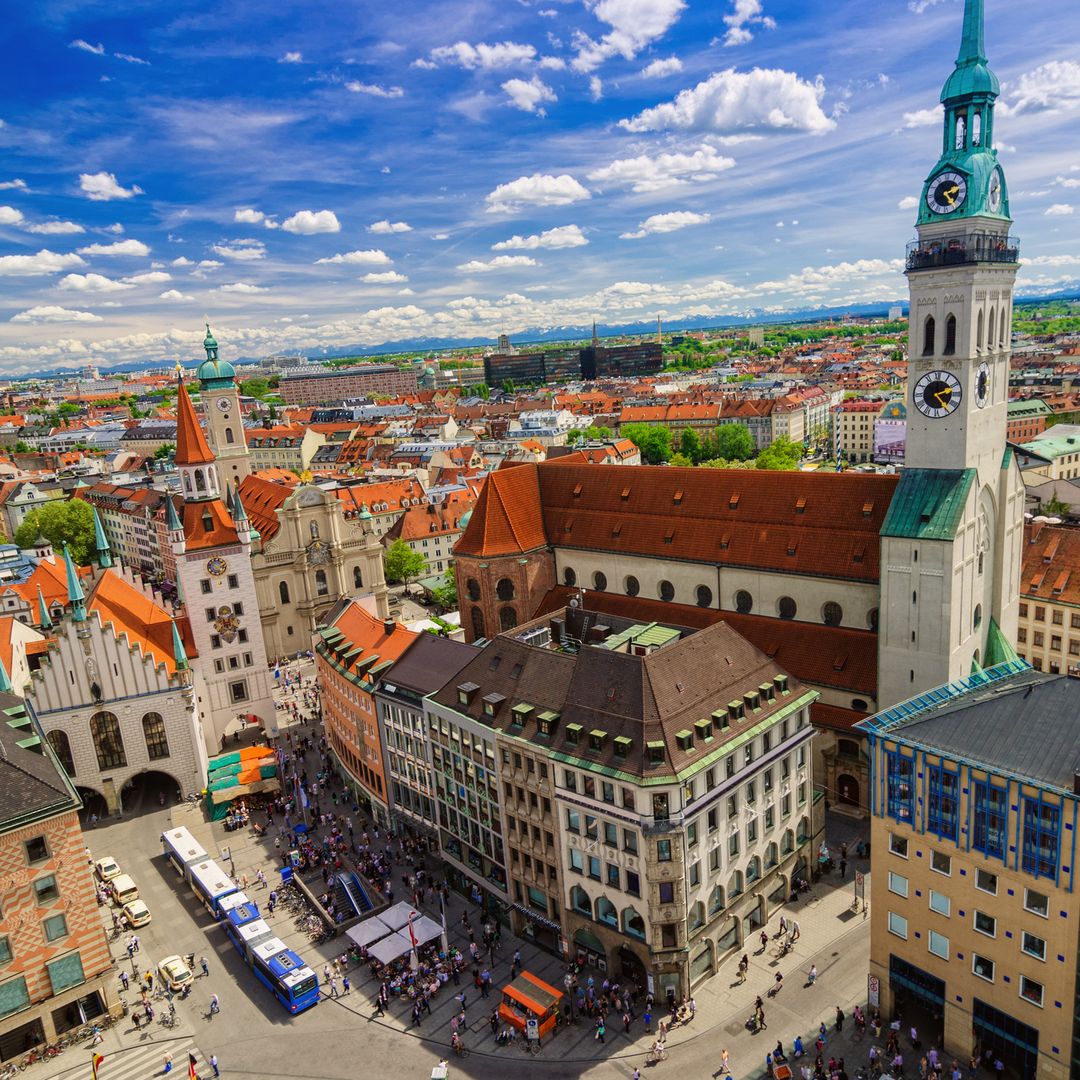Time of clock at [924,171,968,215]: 2:23
